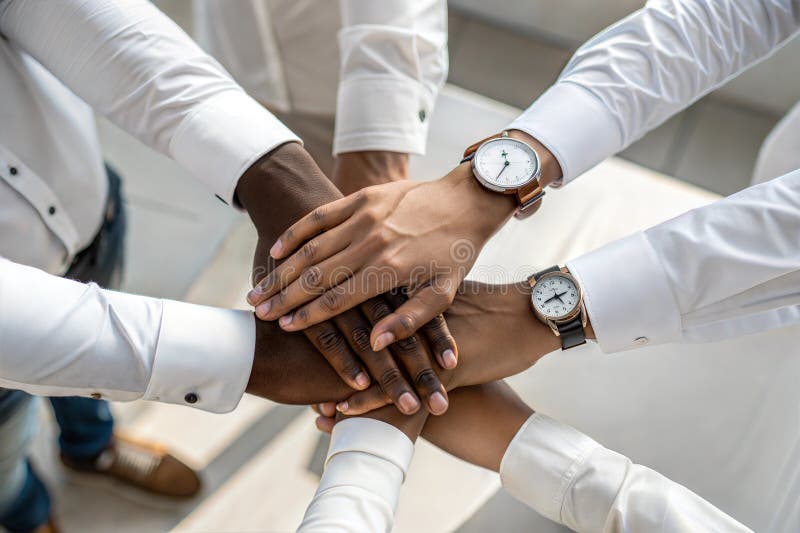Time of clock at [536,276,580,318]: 4:41
